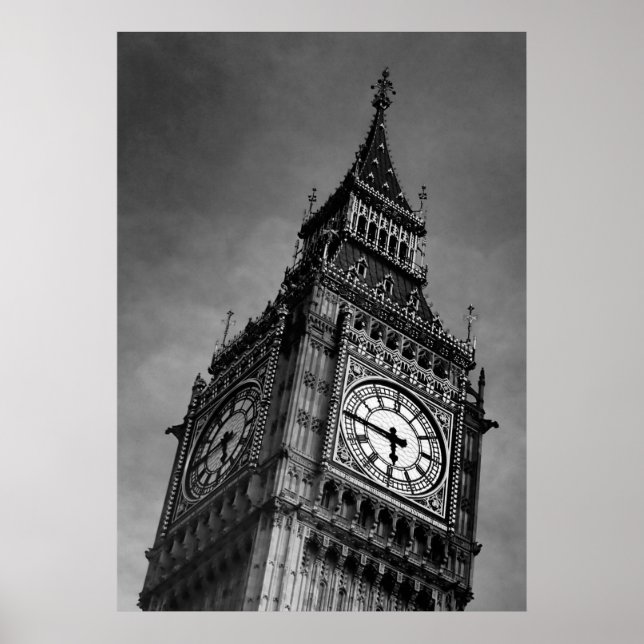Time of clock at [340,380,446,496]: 5:45
